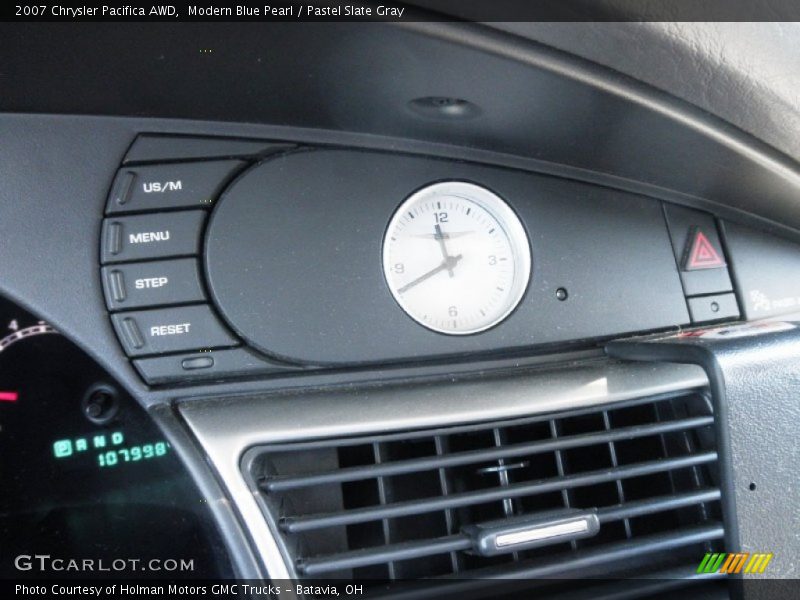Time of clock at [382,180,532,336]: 11:41
